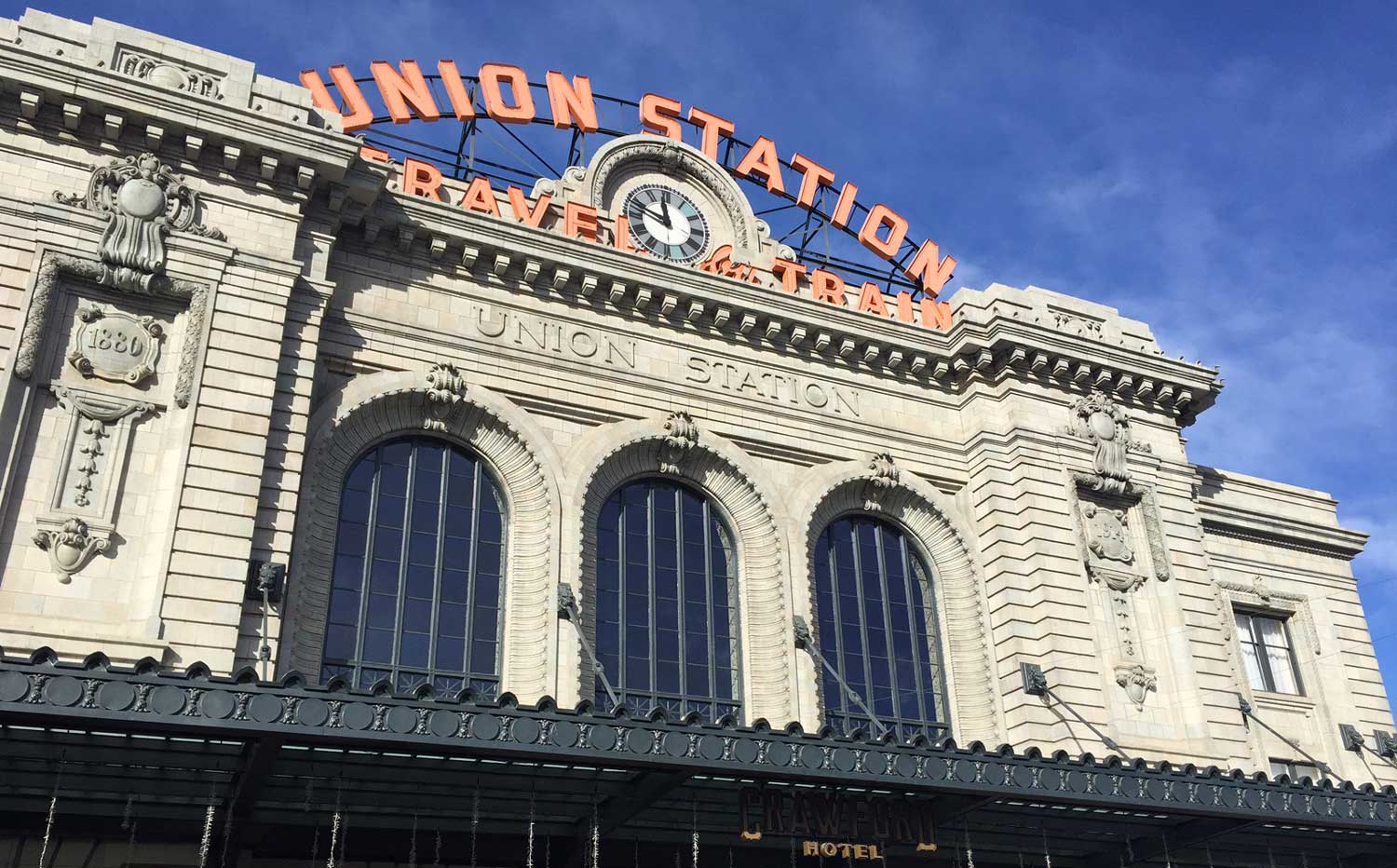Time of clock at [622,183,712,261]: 11:48
